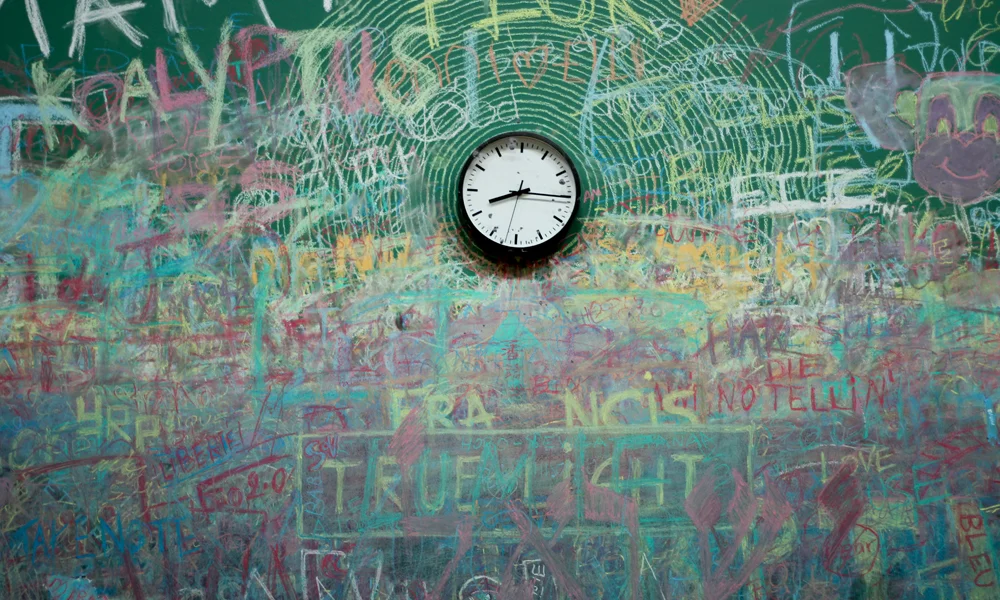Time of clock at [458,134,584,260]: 8:15
